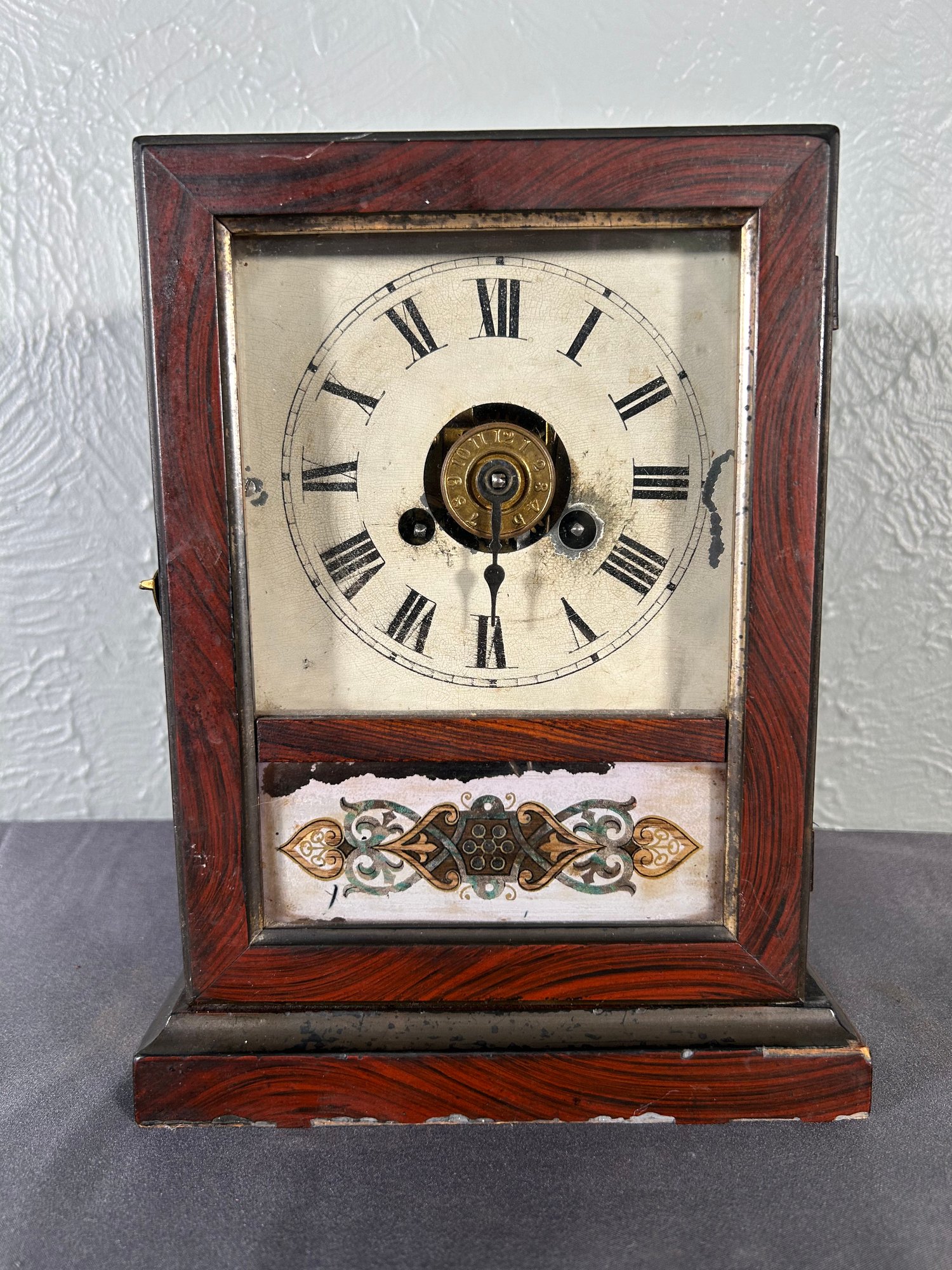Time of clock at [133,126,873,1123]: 3:29
